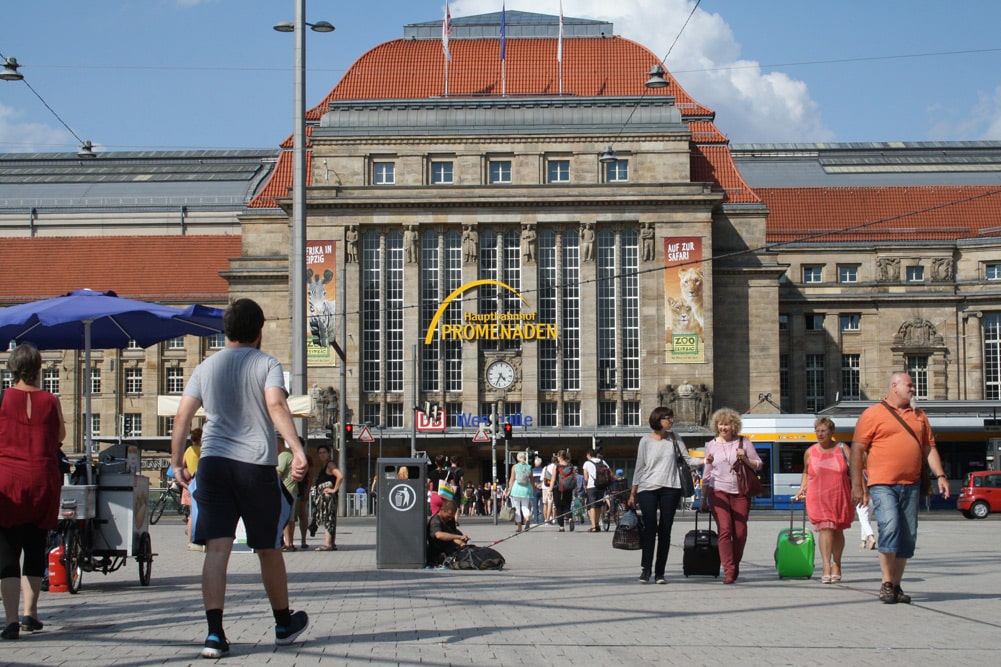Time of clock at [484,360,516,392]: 4:33
